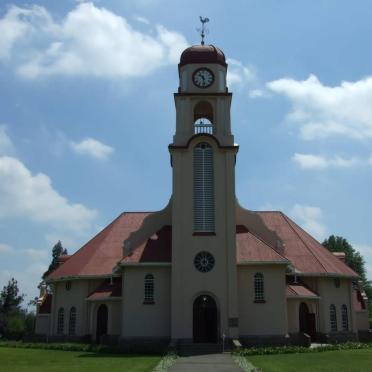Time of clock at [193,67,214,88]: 10:28
